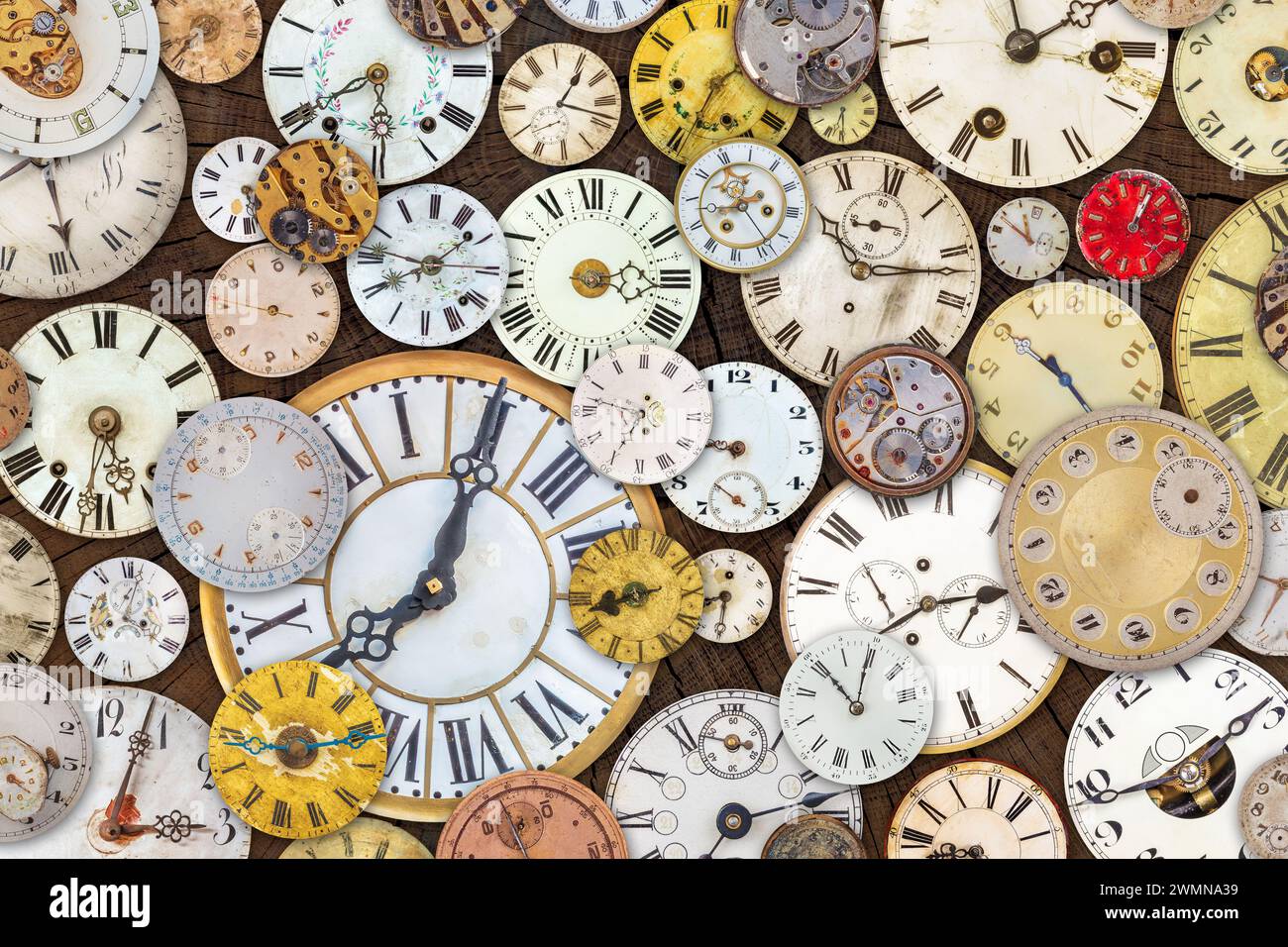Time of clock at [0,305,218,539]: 5:31
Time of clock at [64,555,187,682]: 4:02
